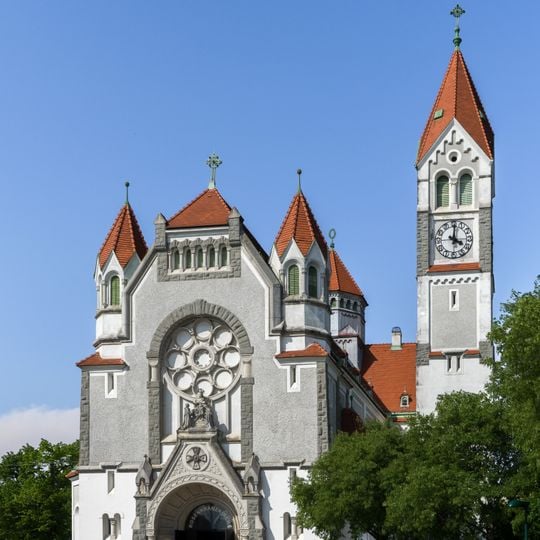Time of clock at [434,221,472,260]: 4:00
